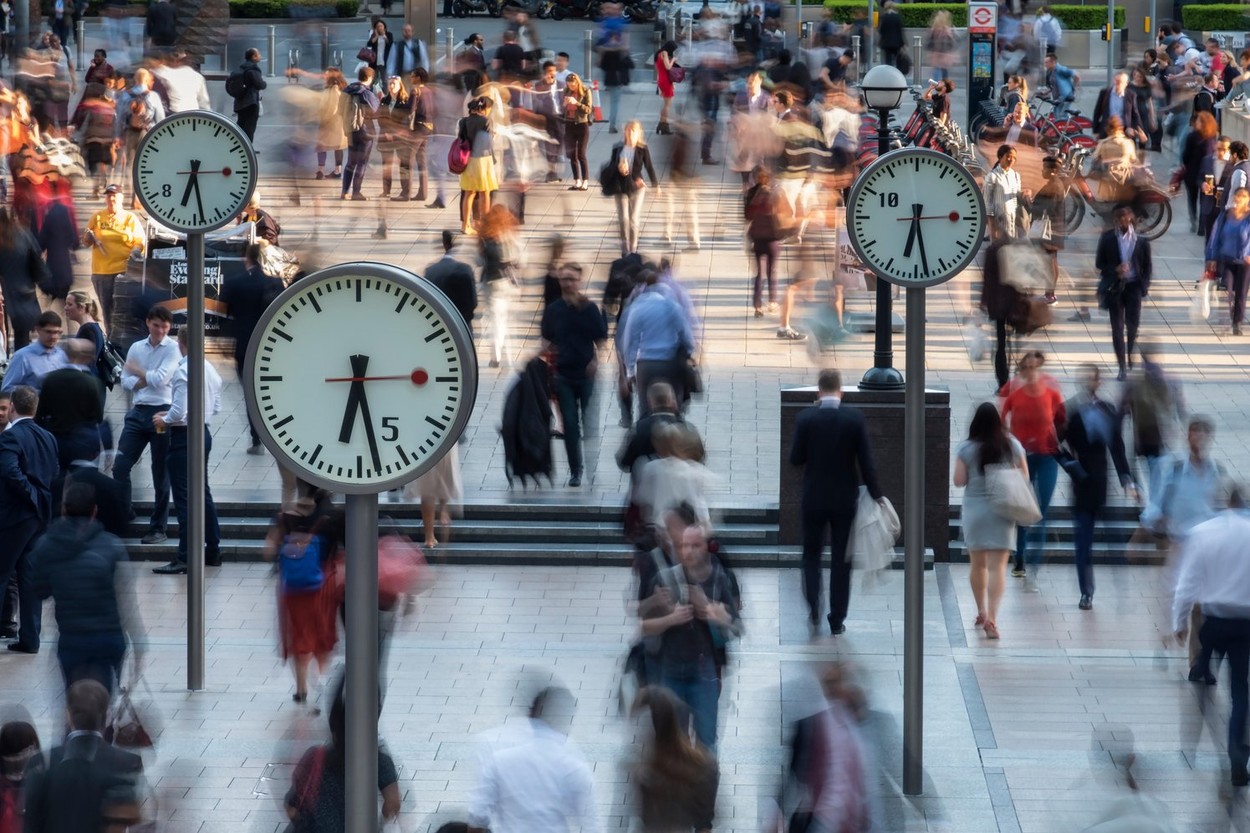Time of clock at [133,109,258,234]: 6:28
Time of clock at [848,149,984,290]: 6:28
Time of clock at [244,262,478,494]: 6:28
